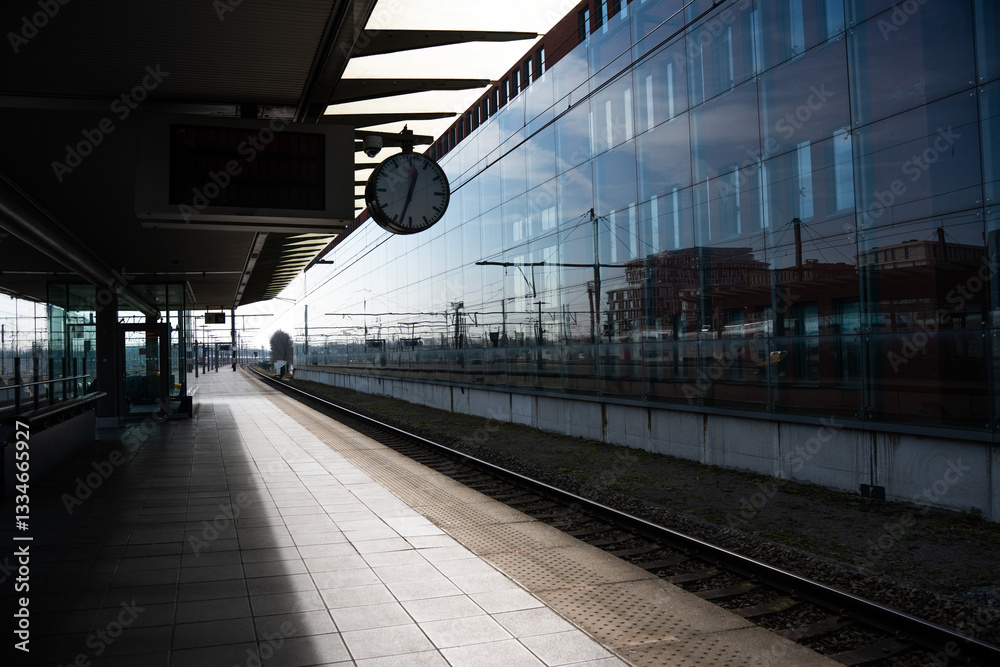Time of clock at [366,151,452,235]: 12:32
